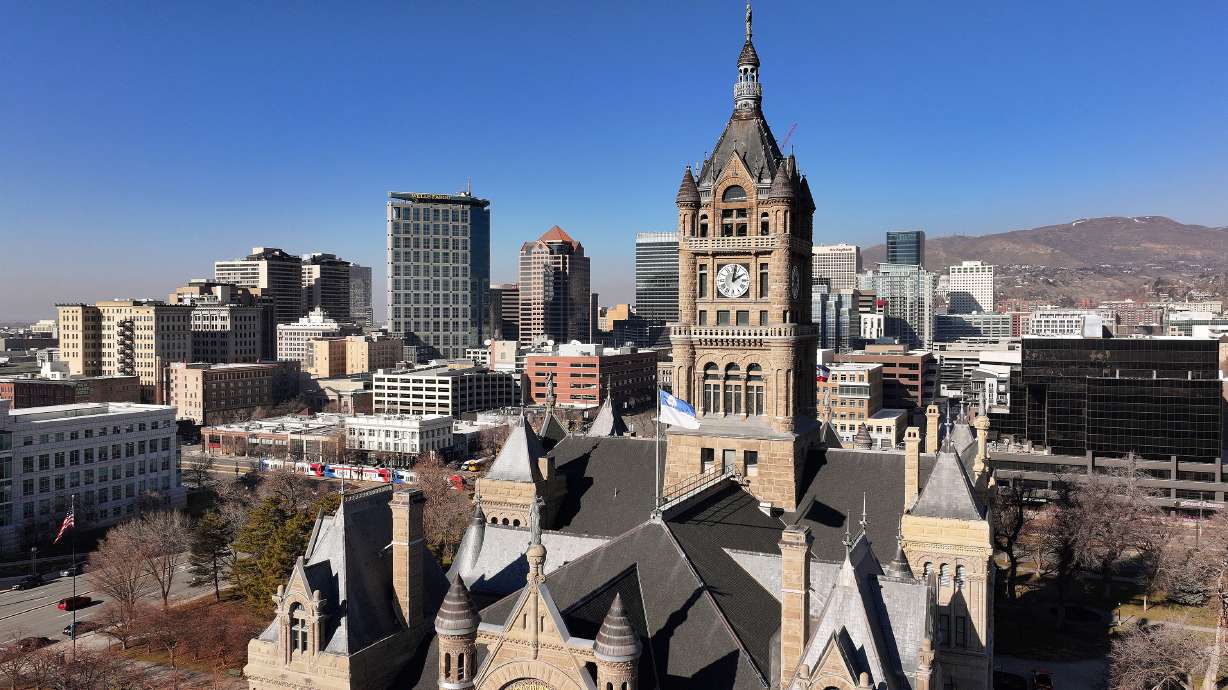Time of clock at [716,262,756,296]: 2:01
